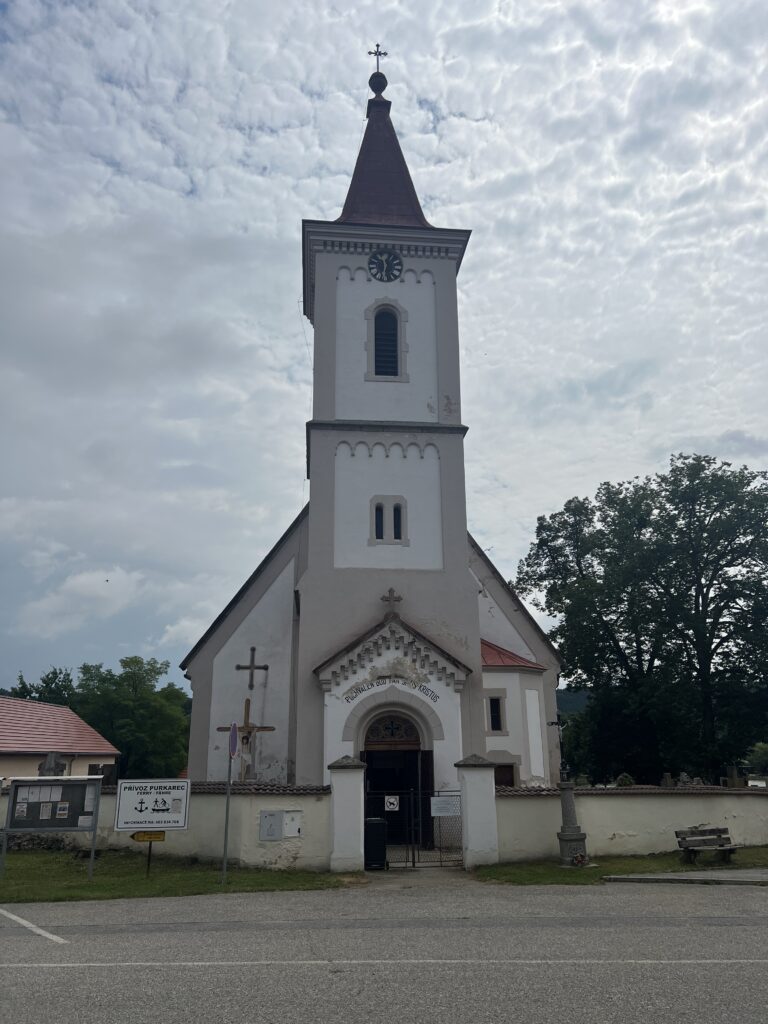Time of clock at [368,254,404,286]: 11:32
